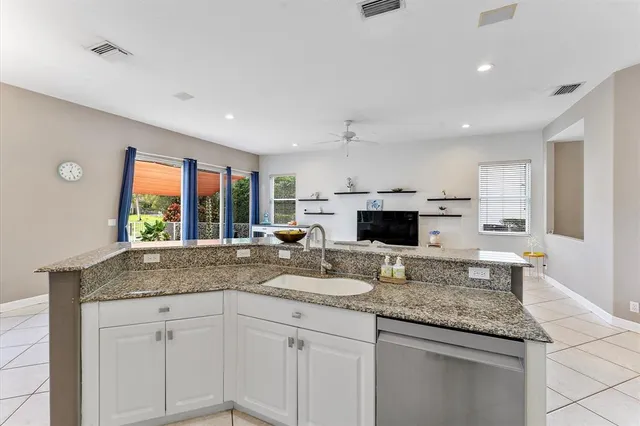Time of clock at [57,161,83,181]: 12:24
